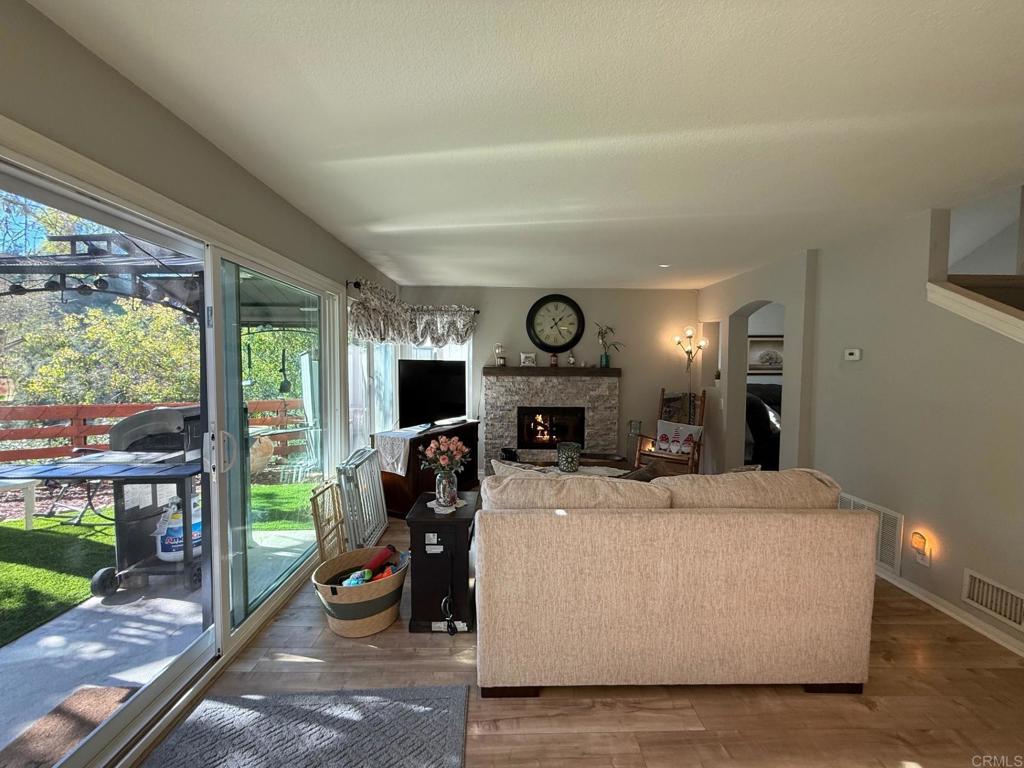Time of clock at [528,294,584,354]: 1:25
